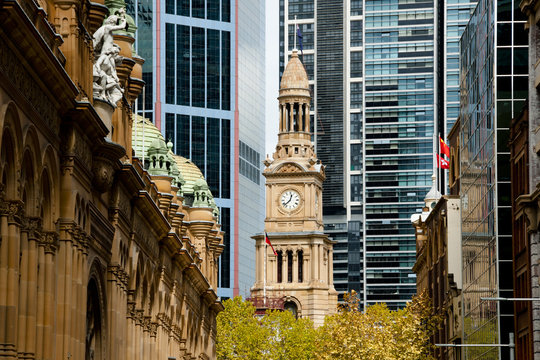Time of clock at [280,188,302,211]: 12:37
